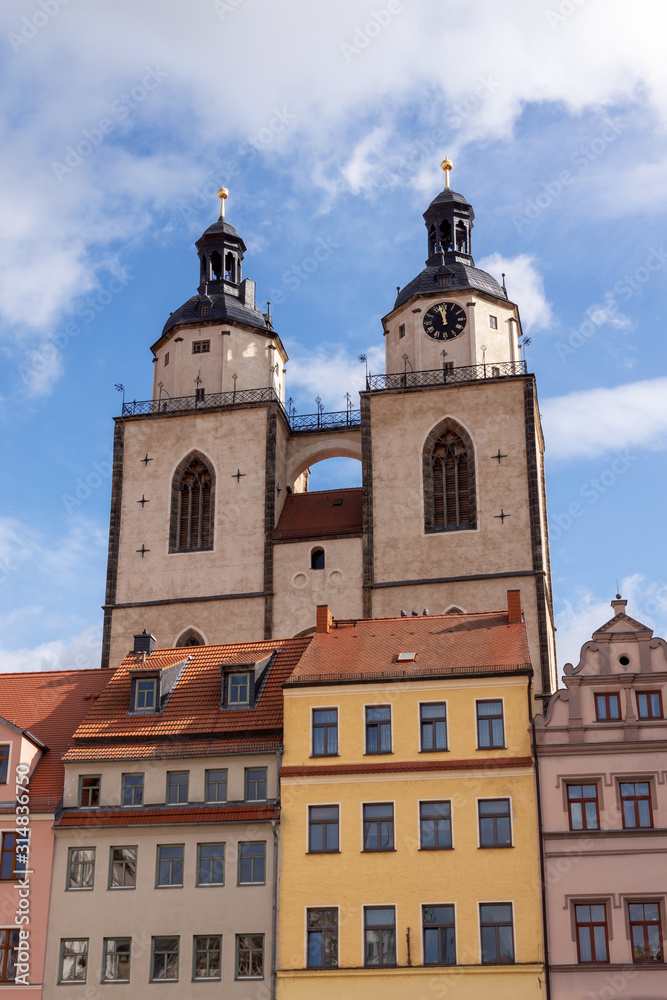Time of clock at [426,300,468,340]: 11:57
